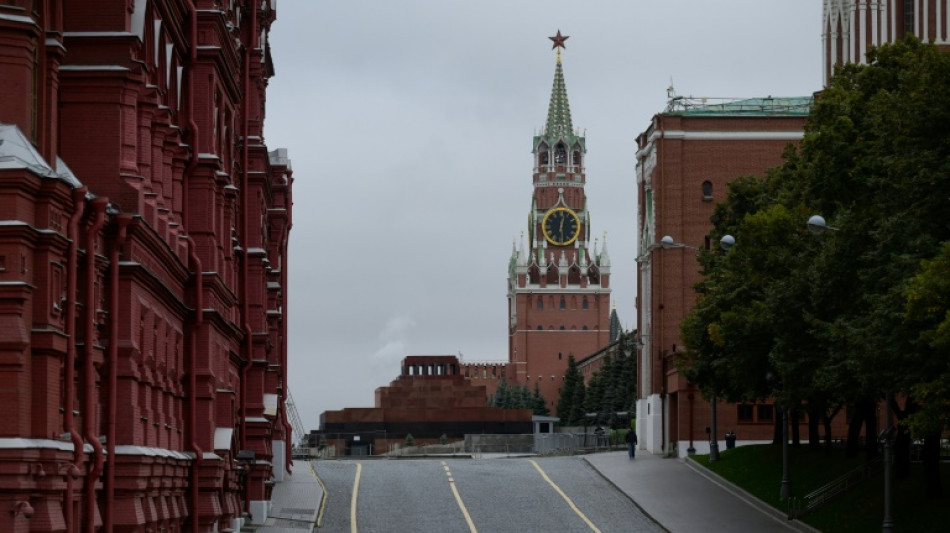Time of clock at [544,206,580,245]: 12:29
